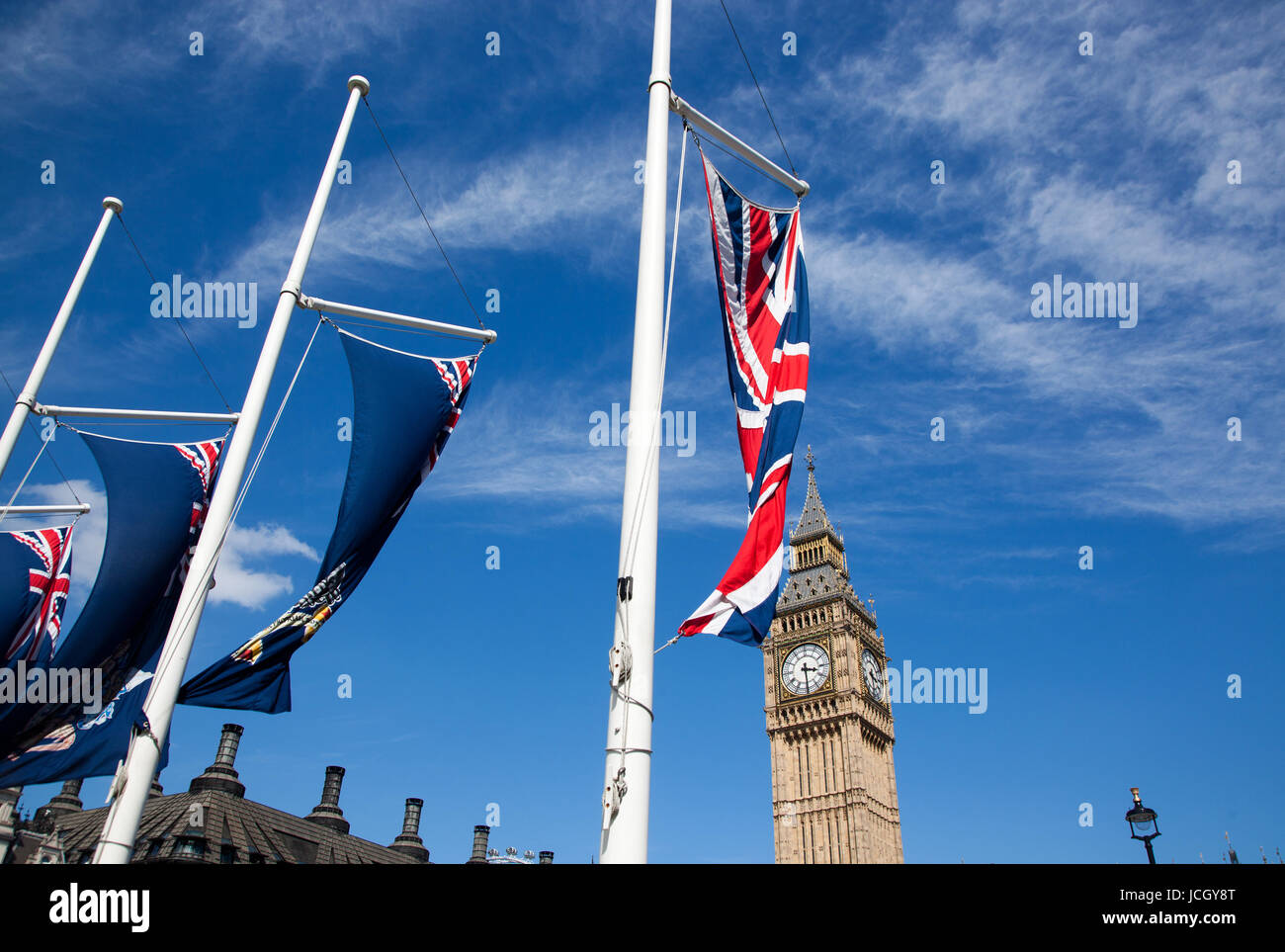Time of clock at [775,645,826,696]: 3:29
